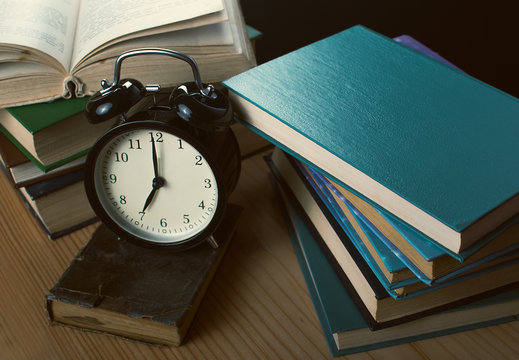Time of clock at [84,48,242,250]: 7:00
